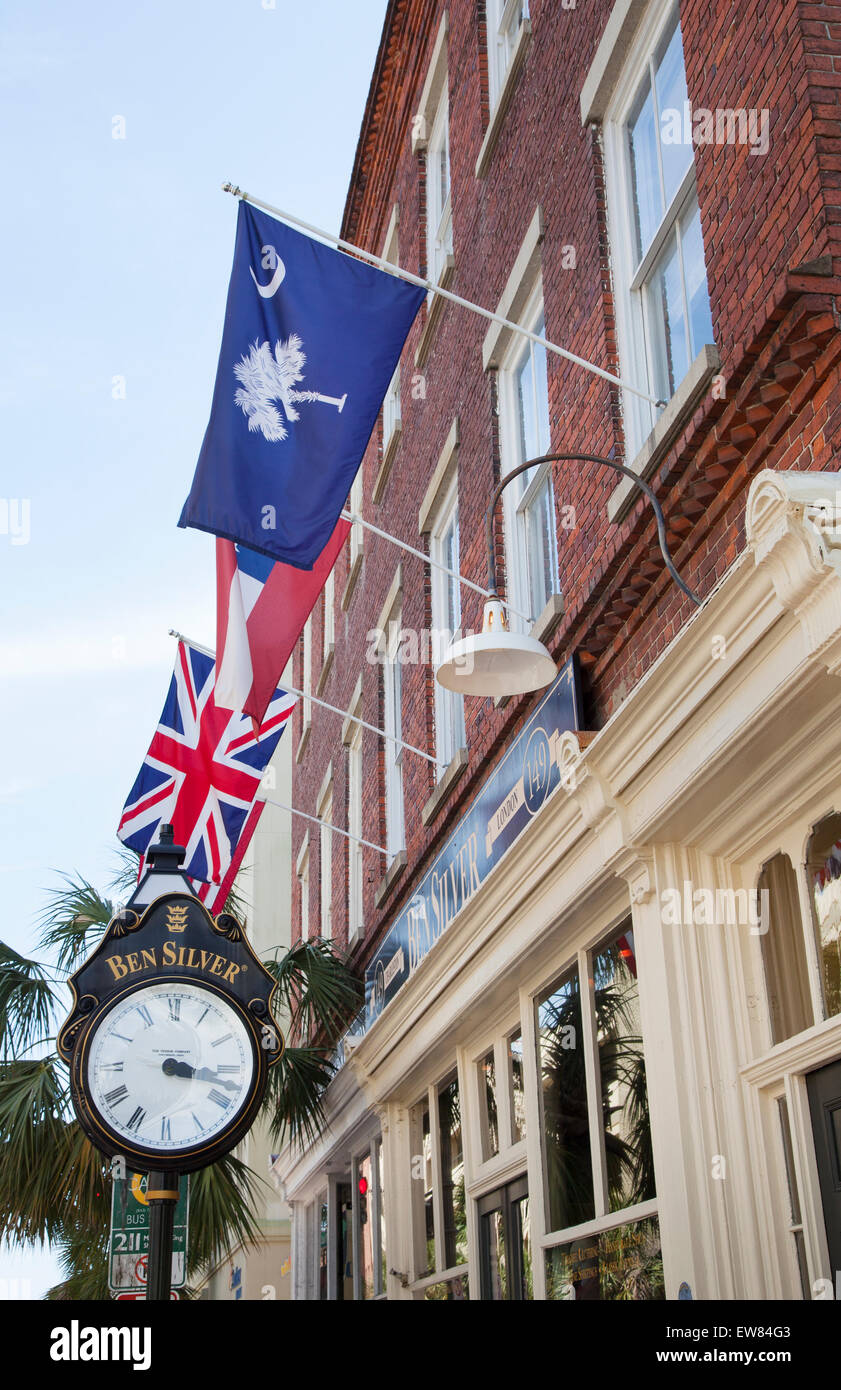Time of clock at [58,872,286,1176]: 3:17
